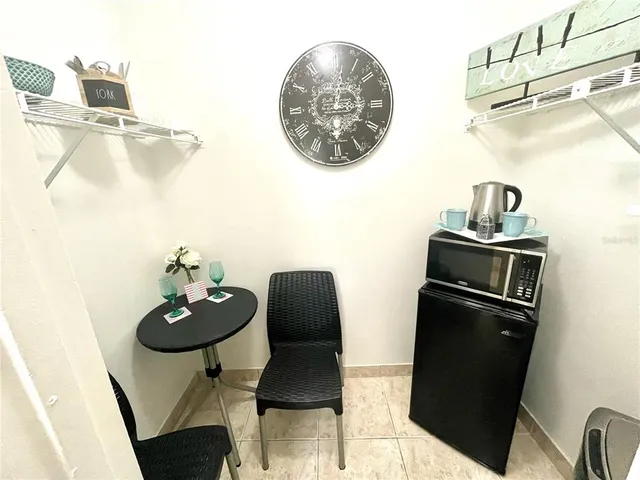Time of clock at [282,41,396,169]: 3:02
